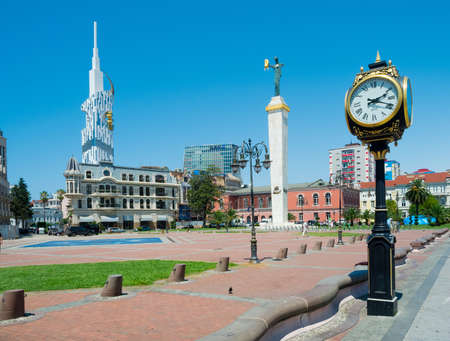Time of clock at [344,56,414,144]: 2:18
